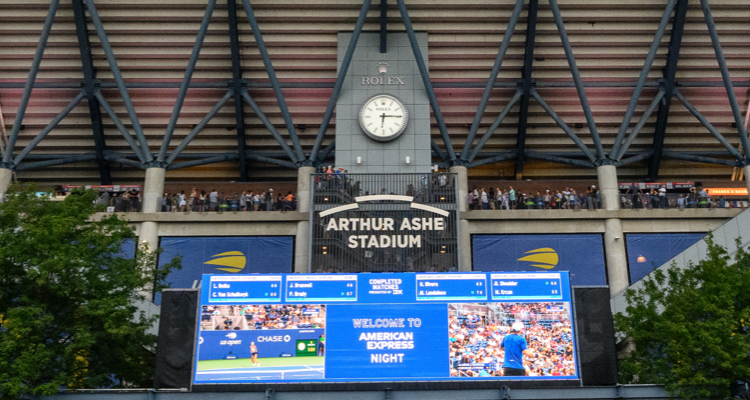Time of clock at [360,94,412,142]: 6:15
